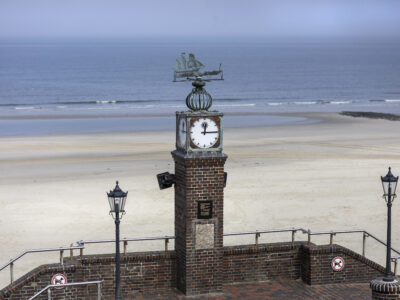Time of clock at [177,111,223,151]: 12:14
